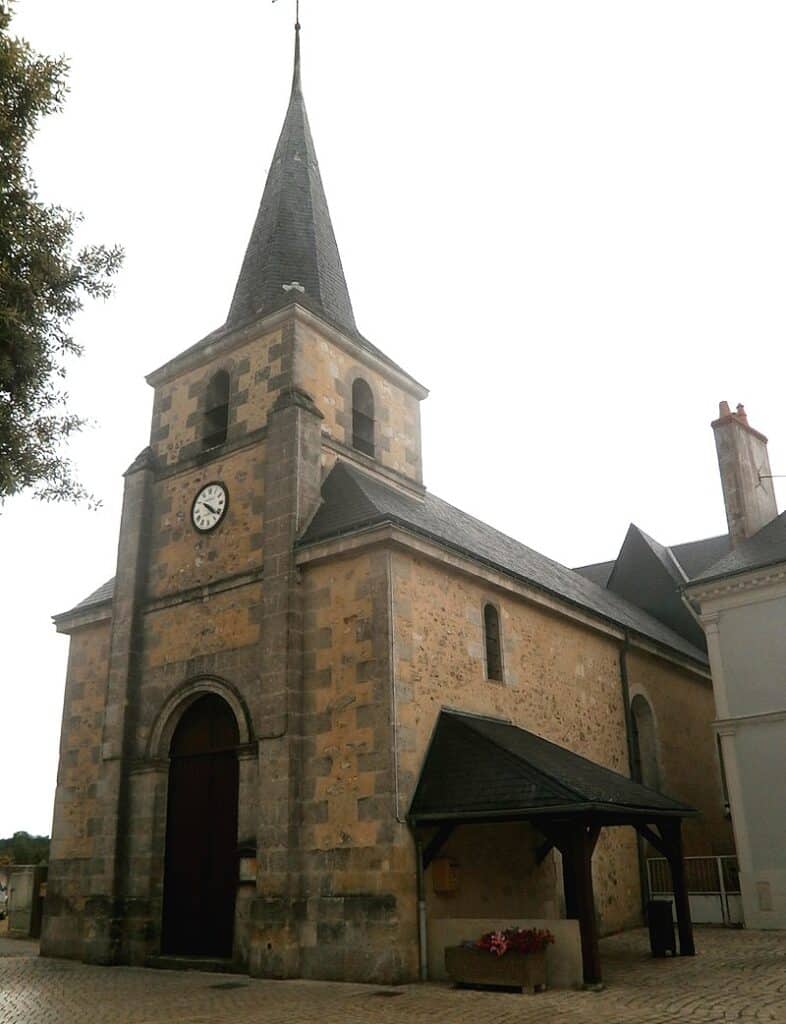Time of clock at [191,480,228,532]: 4:21
